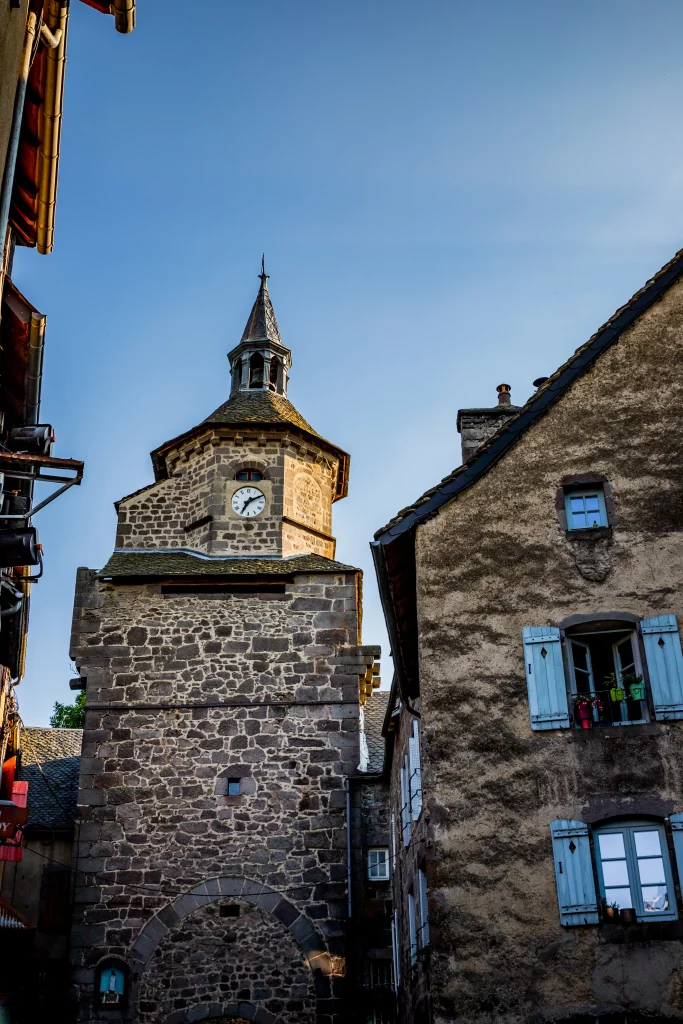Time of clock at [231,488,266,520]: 7:10
